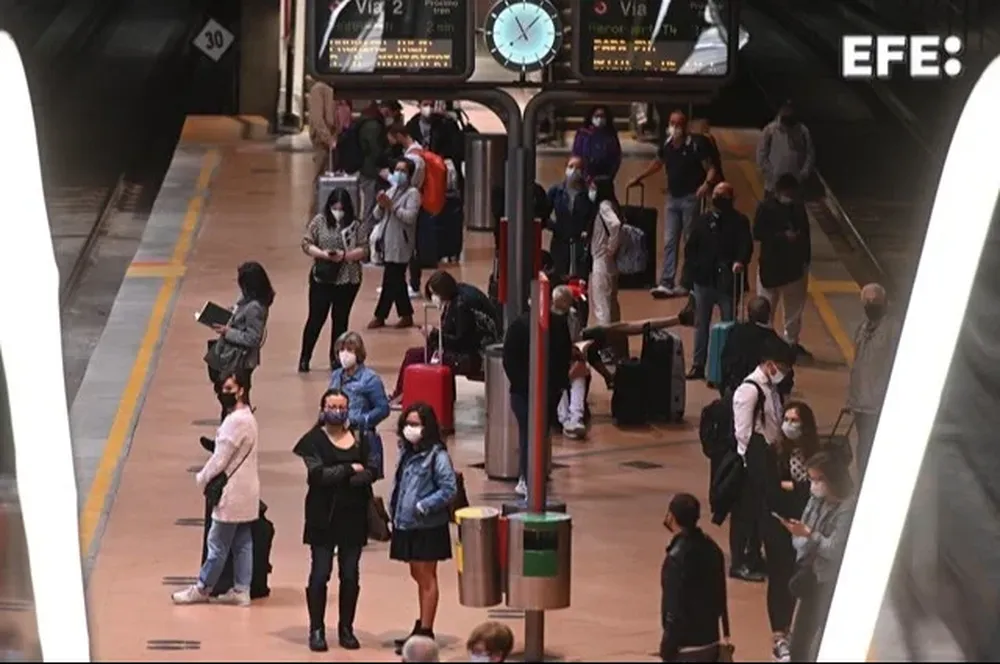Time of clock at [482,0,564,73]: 11:07
